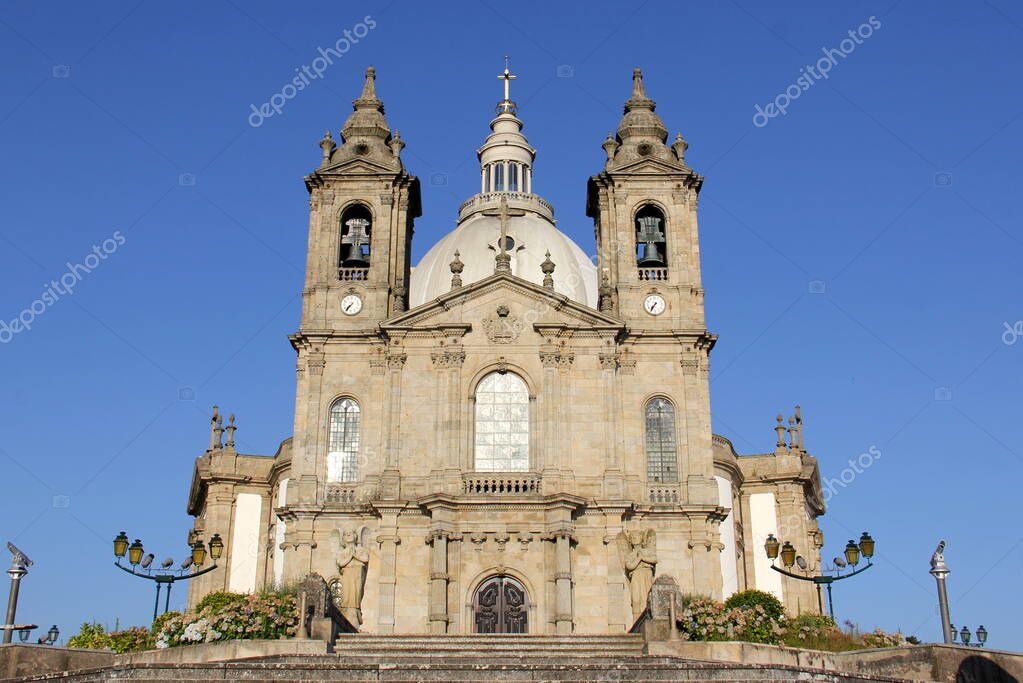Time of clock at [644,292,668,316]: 7:35
